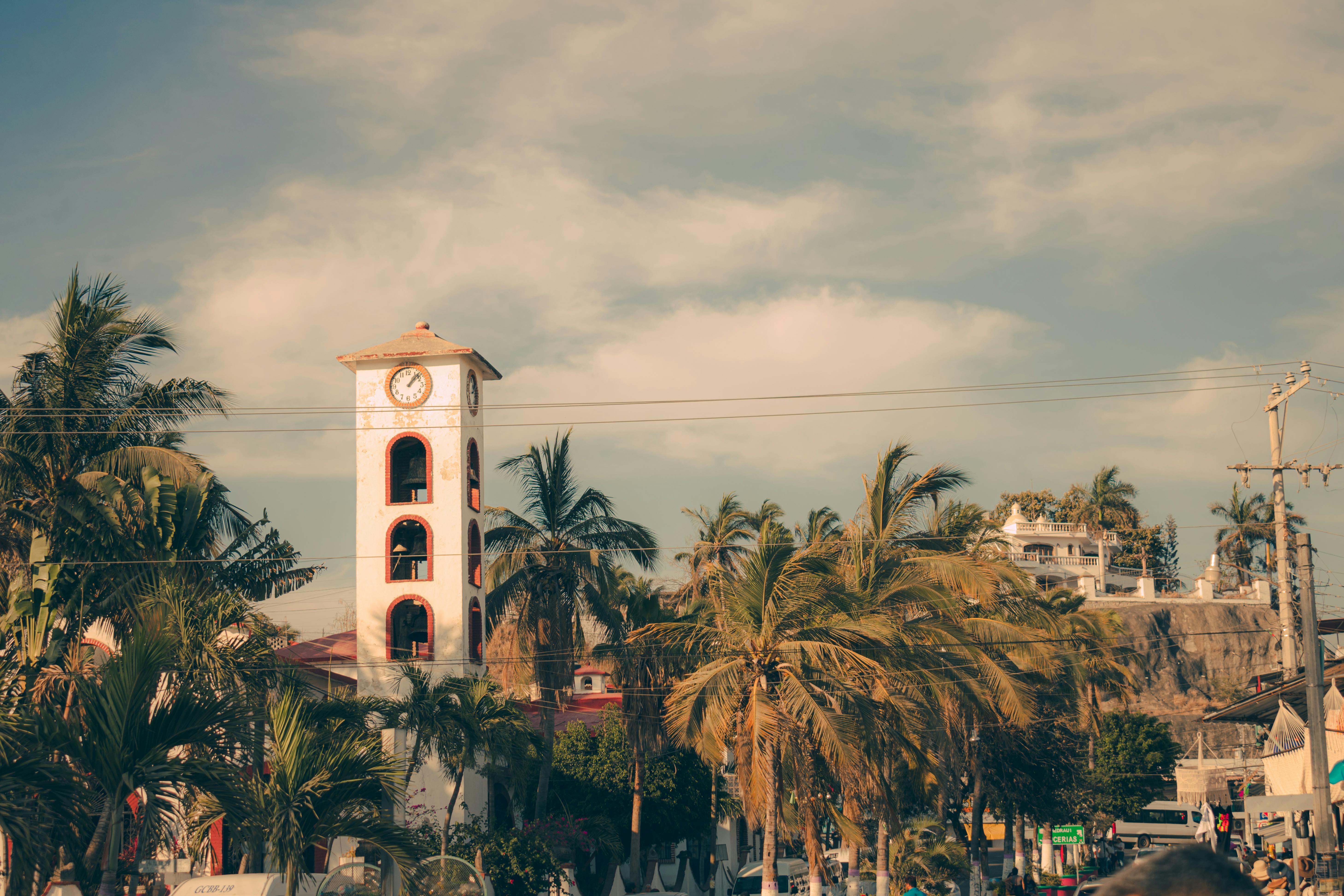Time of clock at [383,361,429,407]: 1:07
